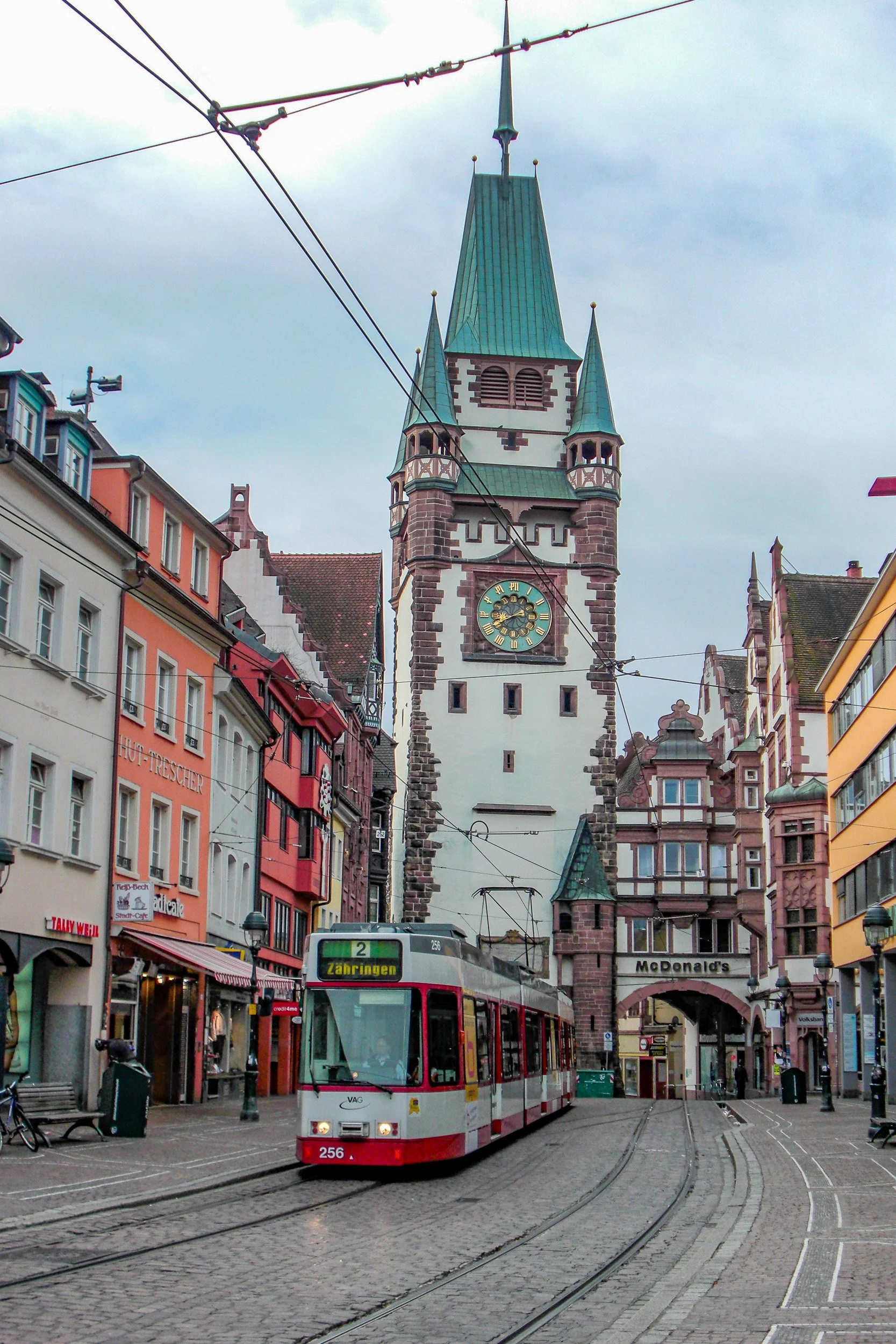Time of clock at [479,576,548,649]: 8:40
